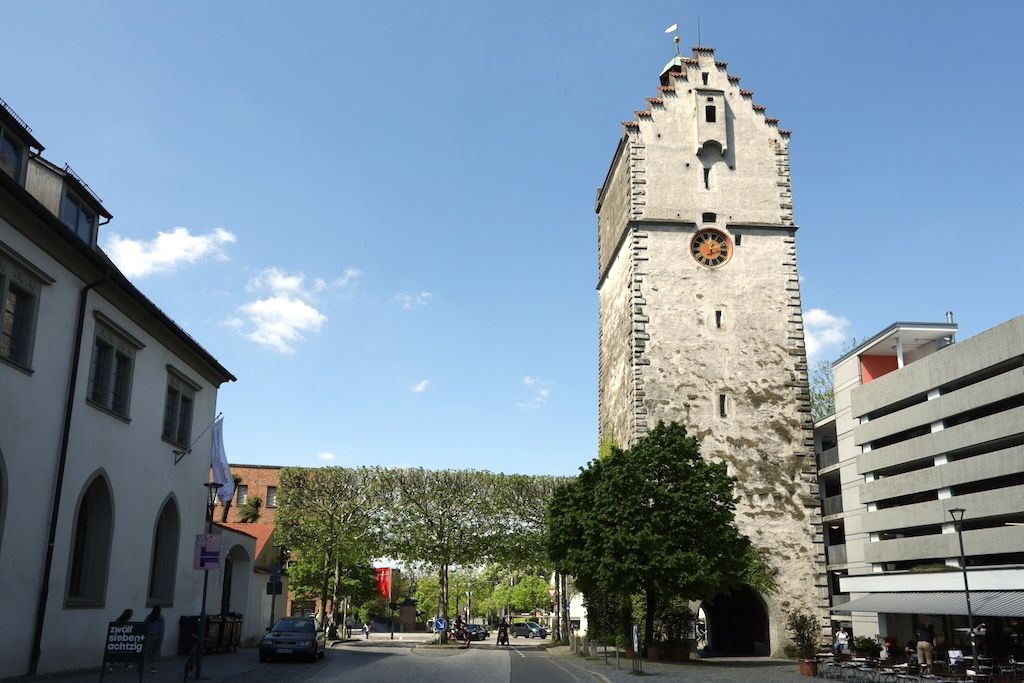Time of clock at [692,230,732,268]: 12:13
